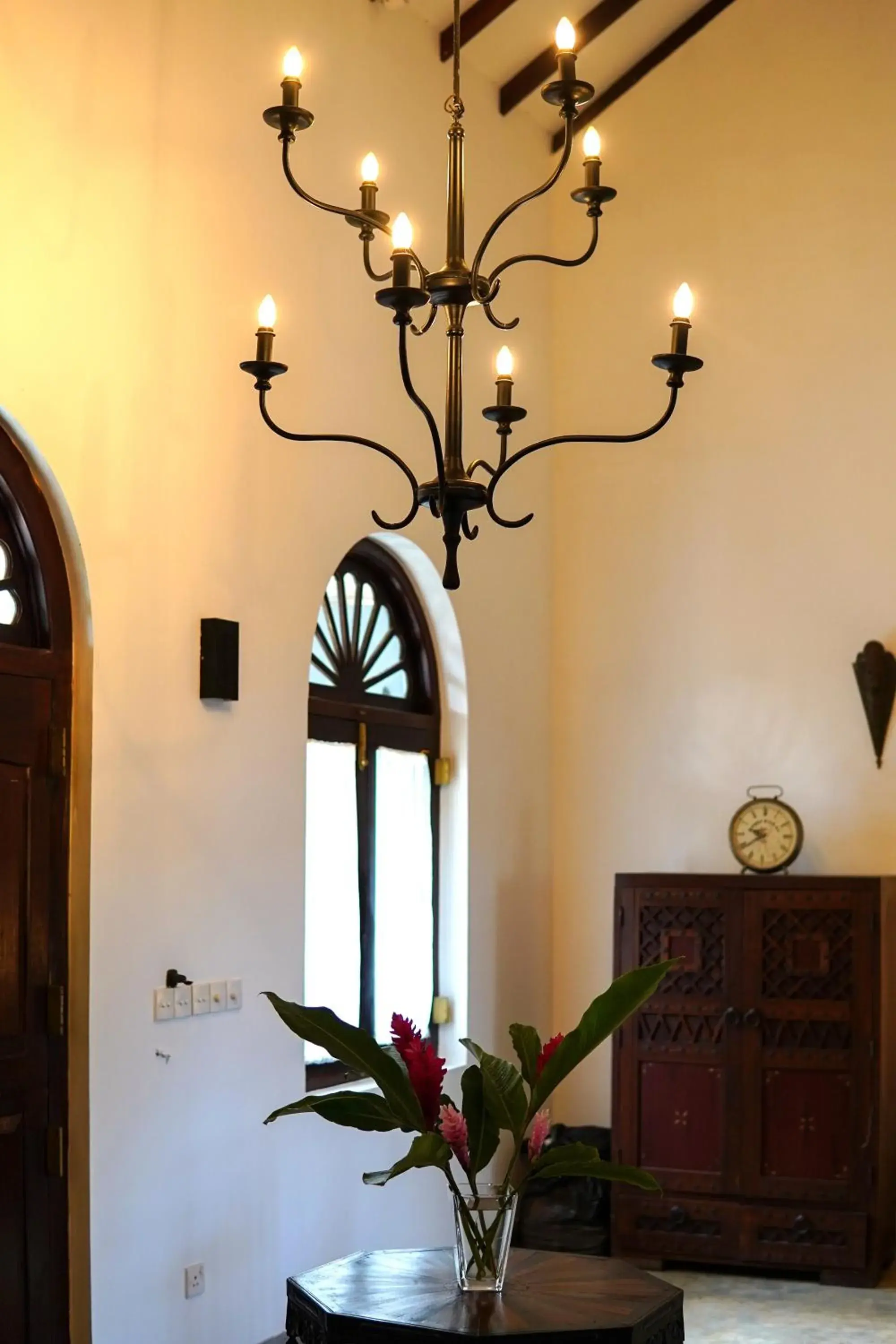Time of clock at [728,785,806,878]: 9:39
